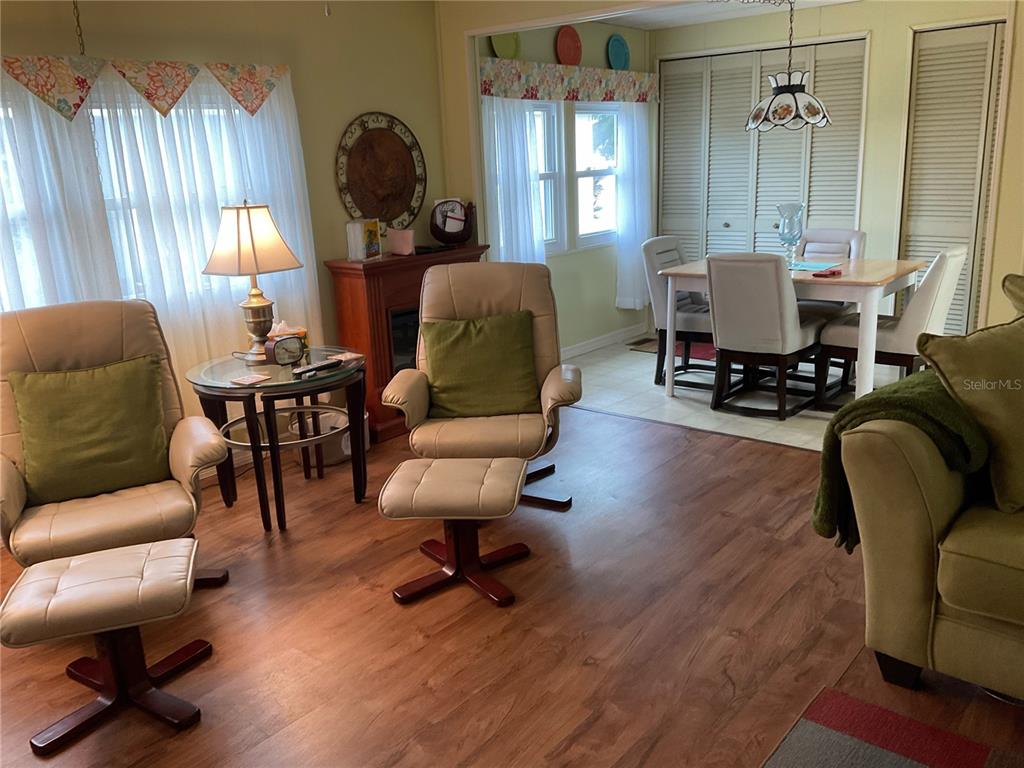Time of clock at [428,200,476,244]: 6:17
